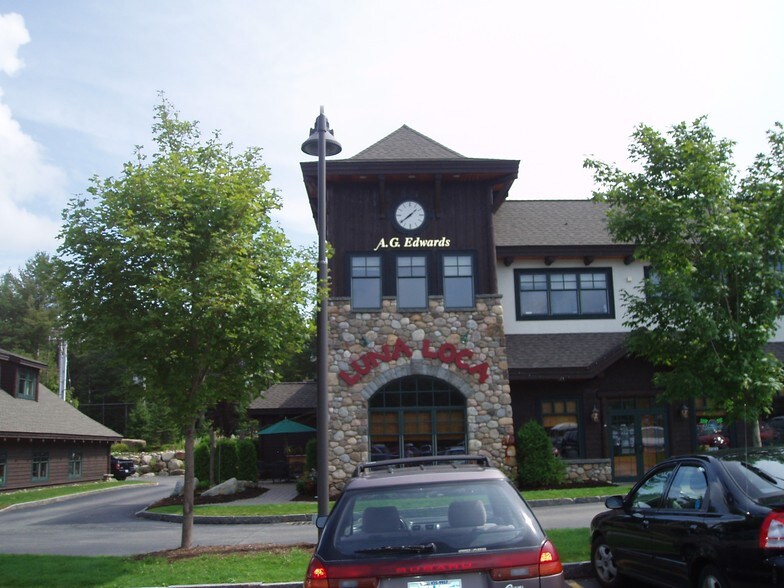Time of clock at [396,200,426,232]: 1:38
